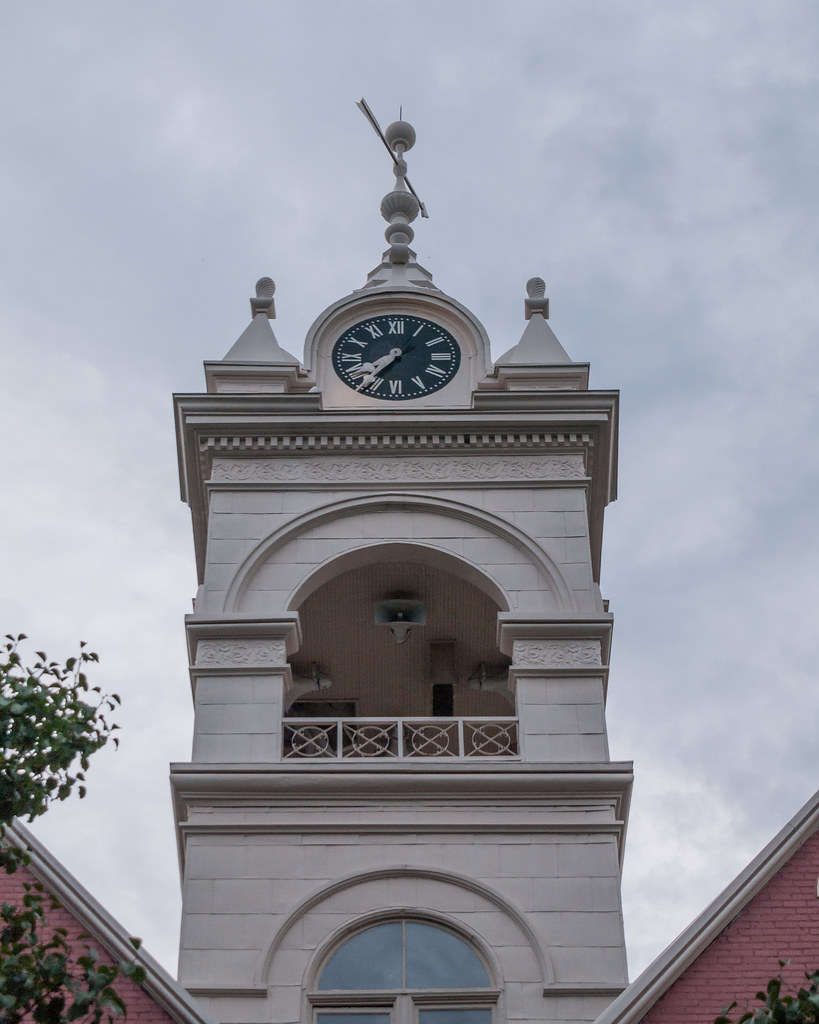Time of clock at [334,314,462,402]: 7:36
